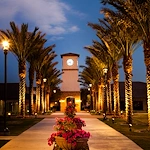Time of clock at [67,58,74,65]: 4:42
